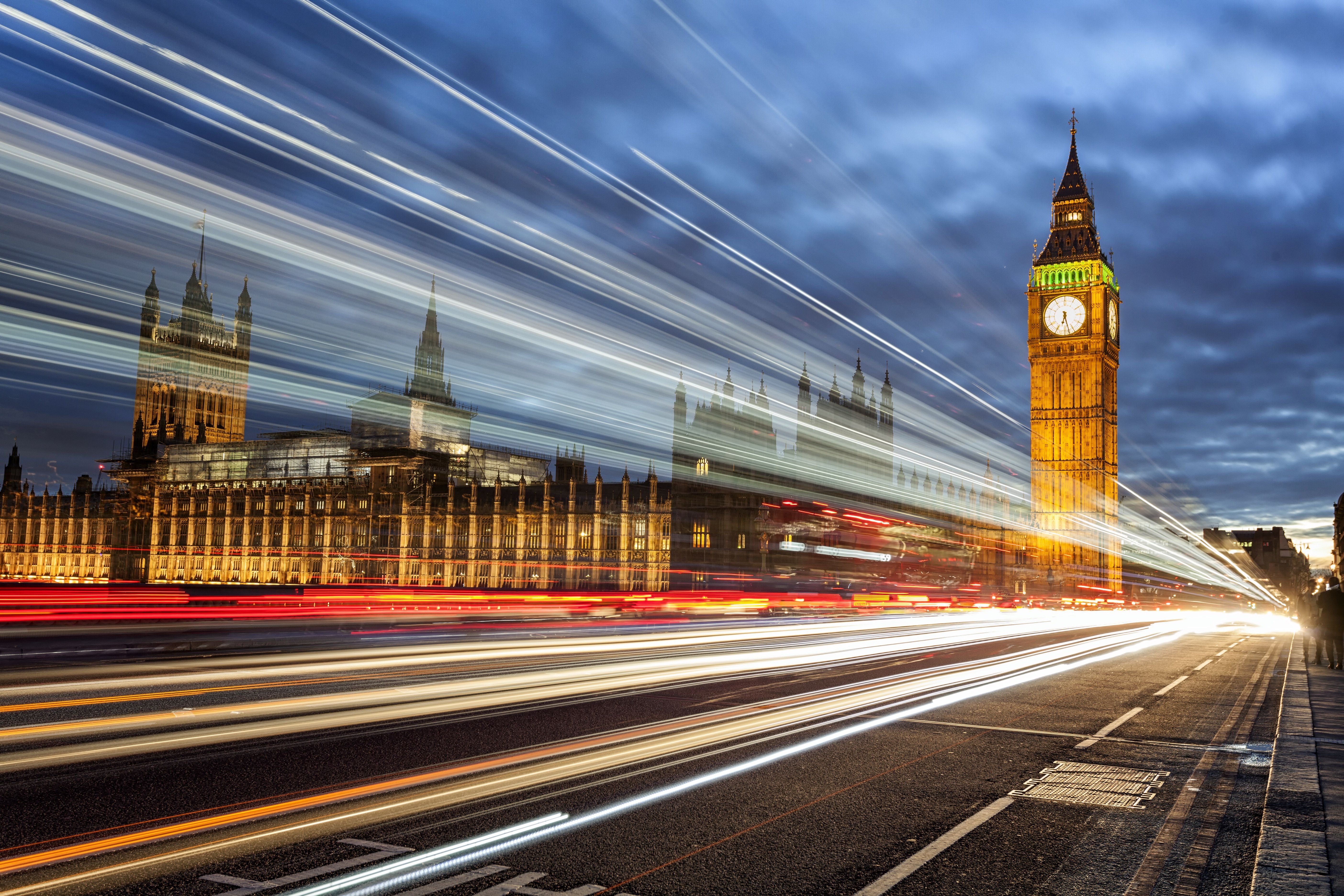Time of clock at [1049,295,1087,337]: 6:27
